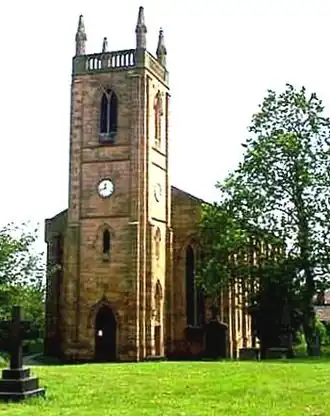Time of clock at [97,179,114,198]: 11:42
